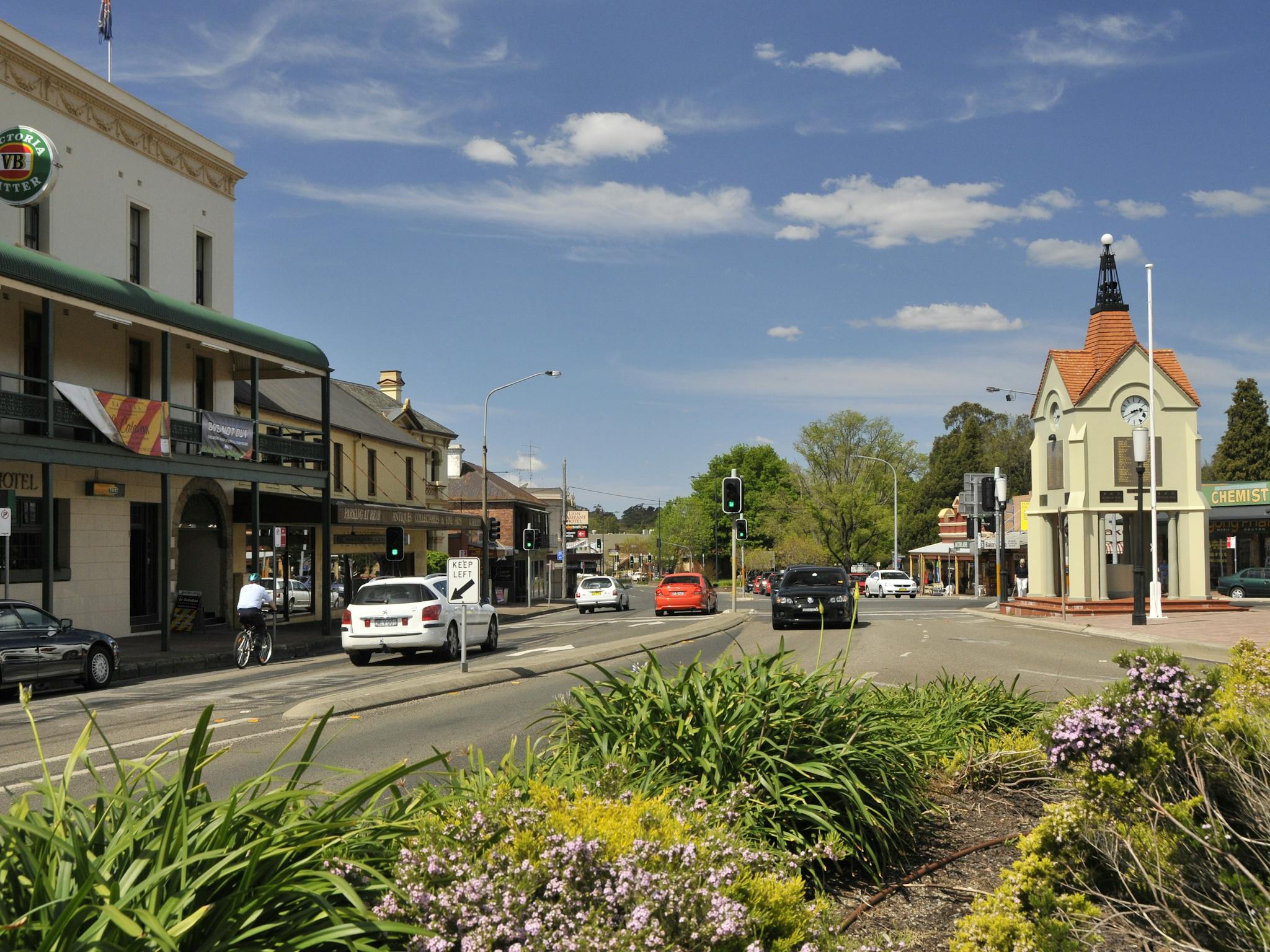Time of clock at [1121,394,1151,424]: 2:40
